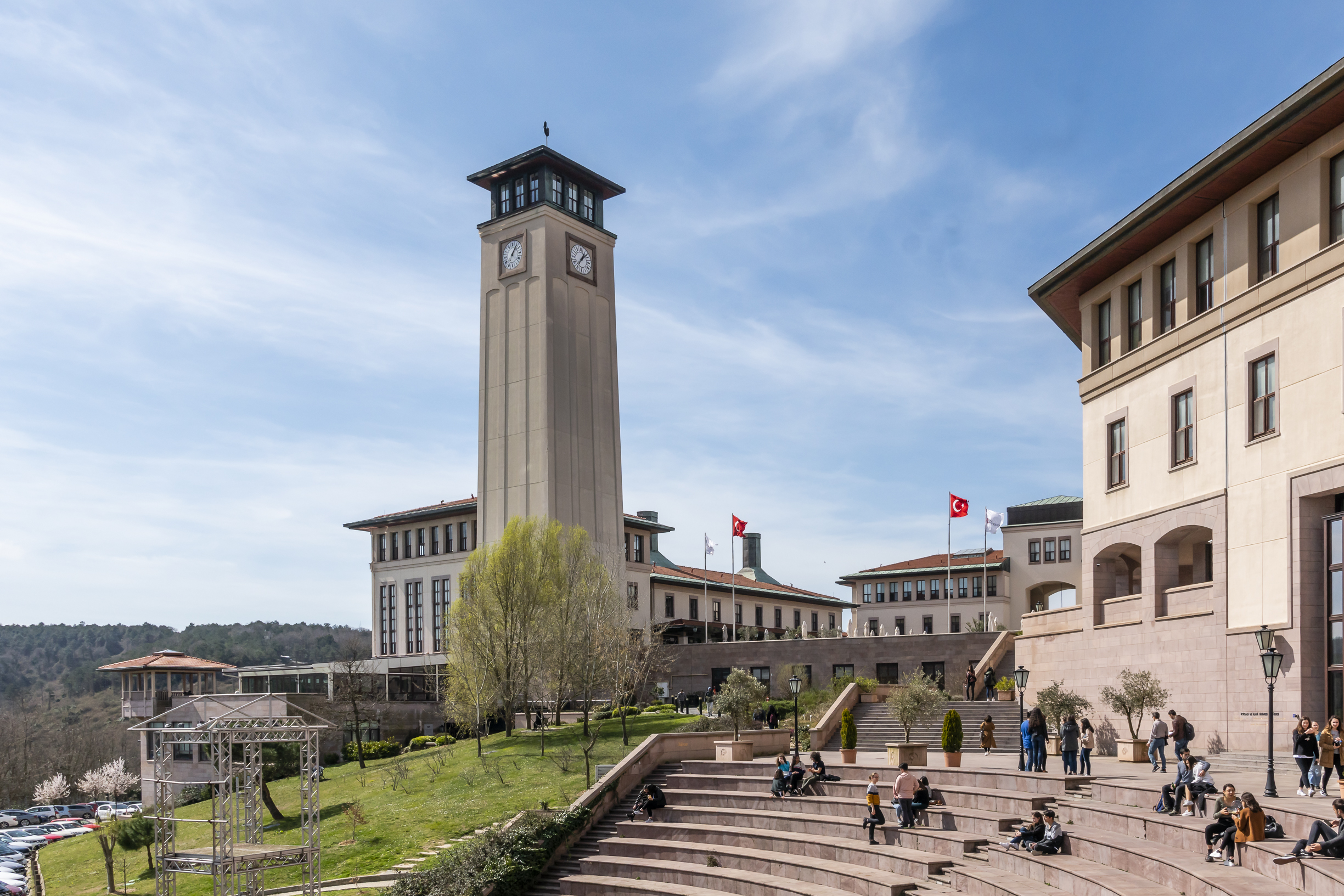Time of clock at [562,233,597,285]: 1:07
